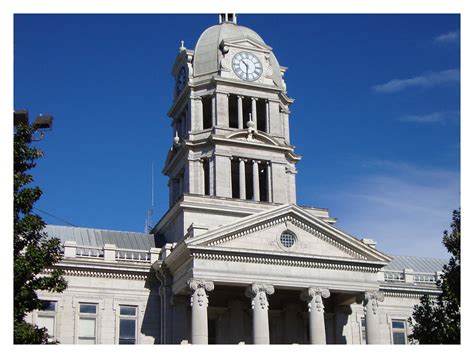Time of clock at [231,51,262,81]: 10:30
